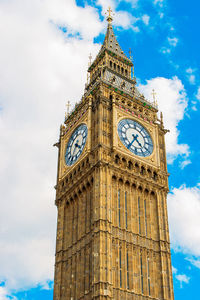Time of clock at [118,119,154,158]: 4:35
